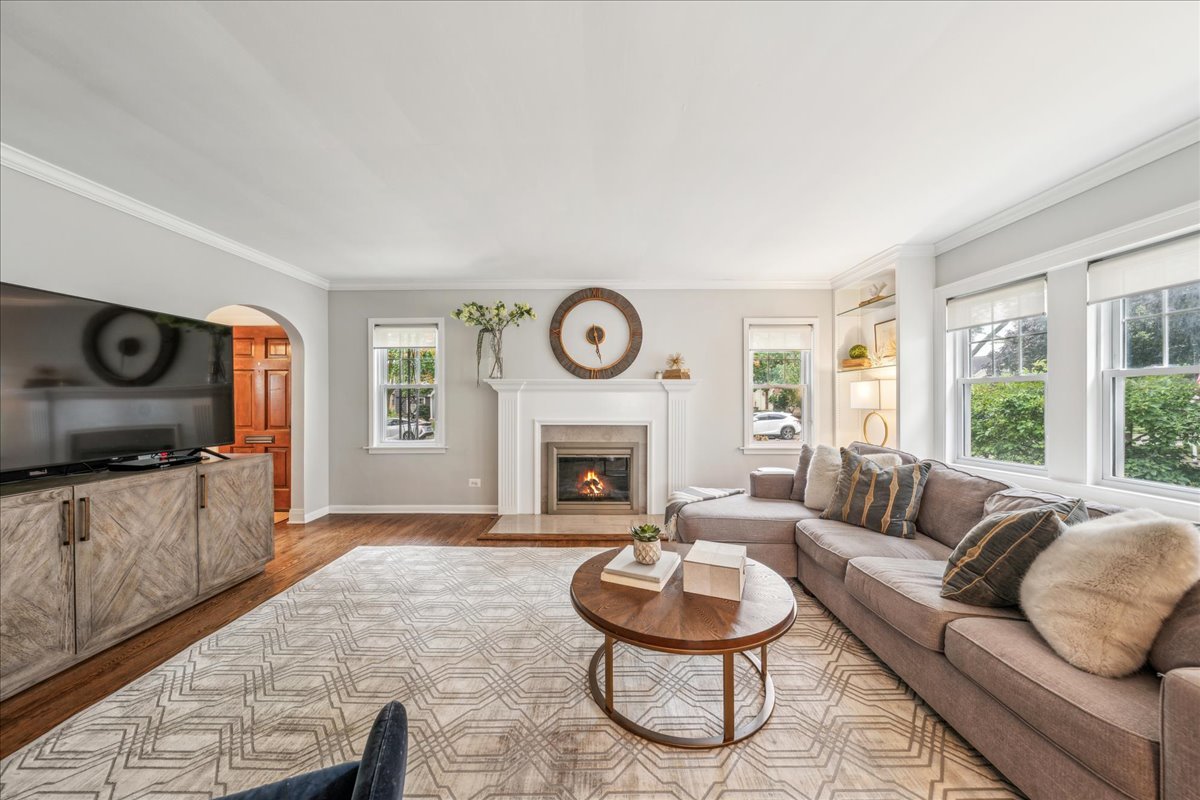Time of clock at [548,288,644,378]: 5:27
